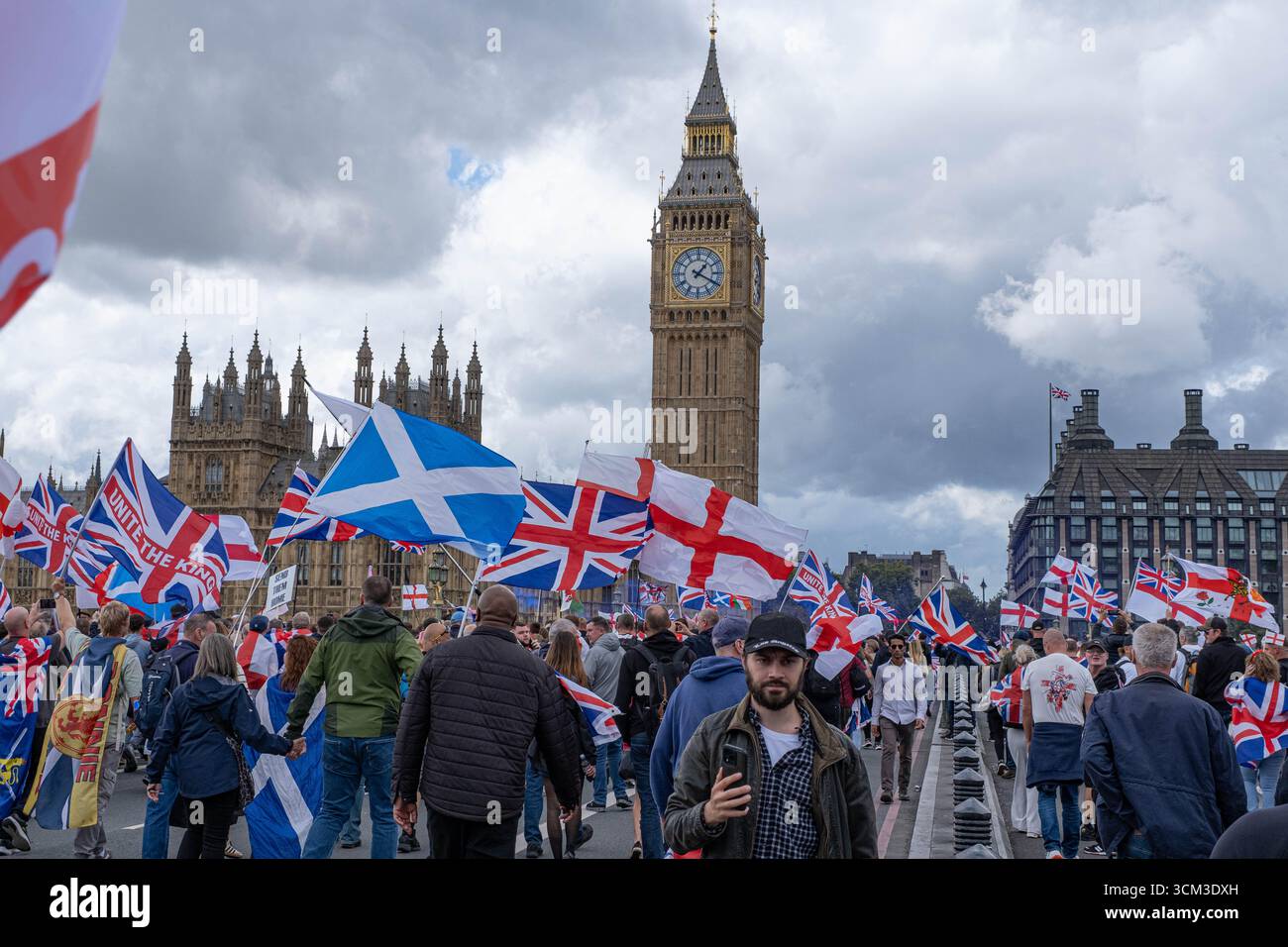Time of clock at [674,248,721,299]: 1:19
